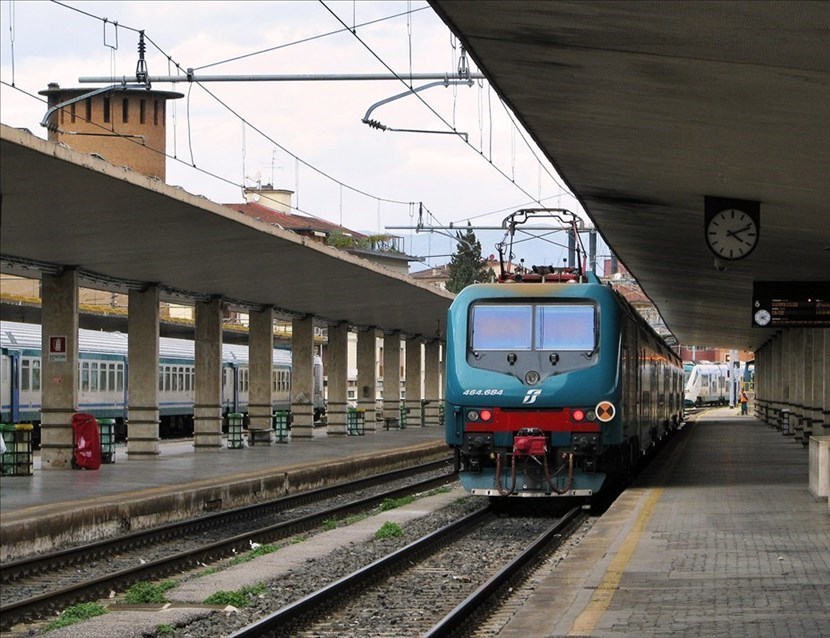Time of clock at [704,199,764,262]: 4:11
